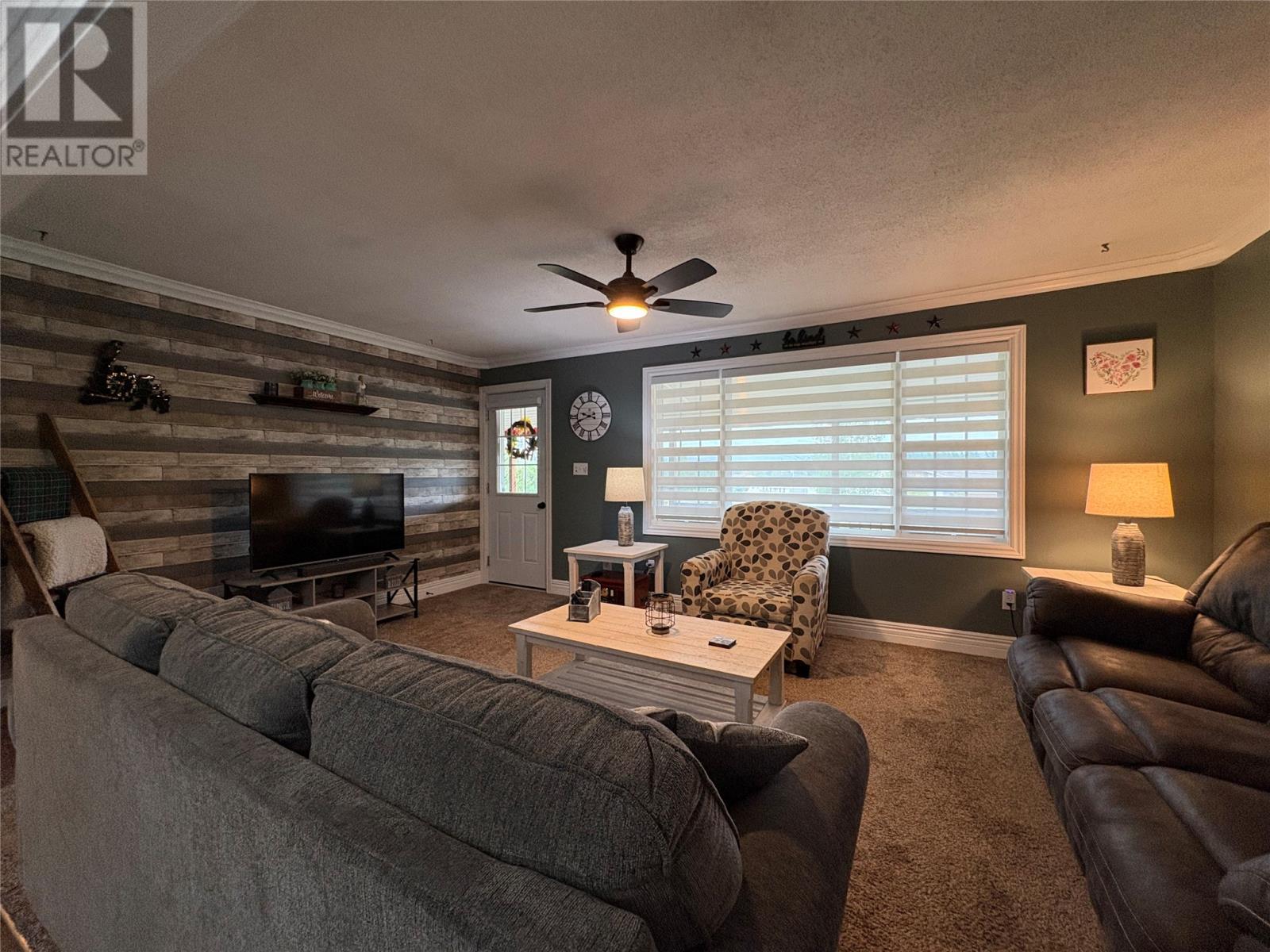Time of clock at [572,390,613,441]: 9:42
